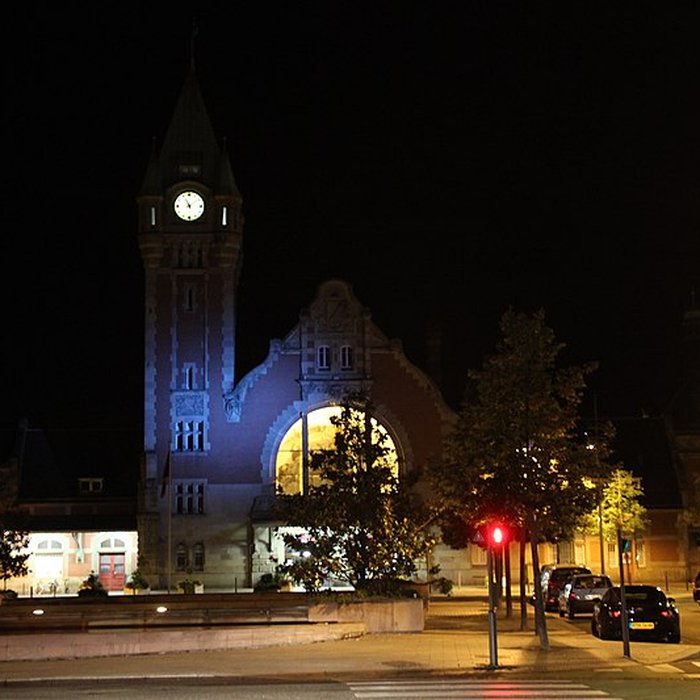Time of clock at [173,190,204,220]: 11:08
